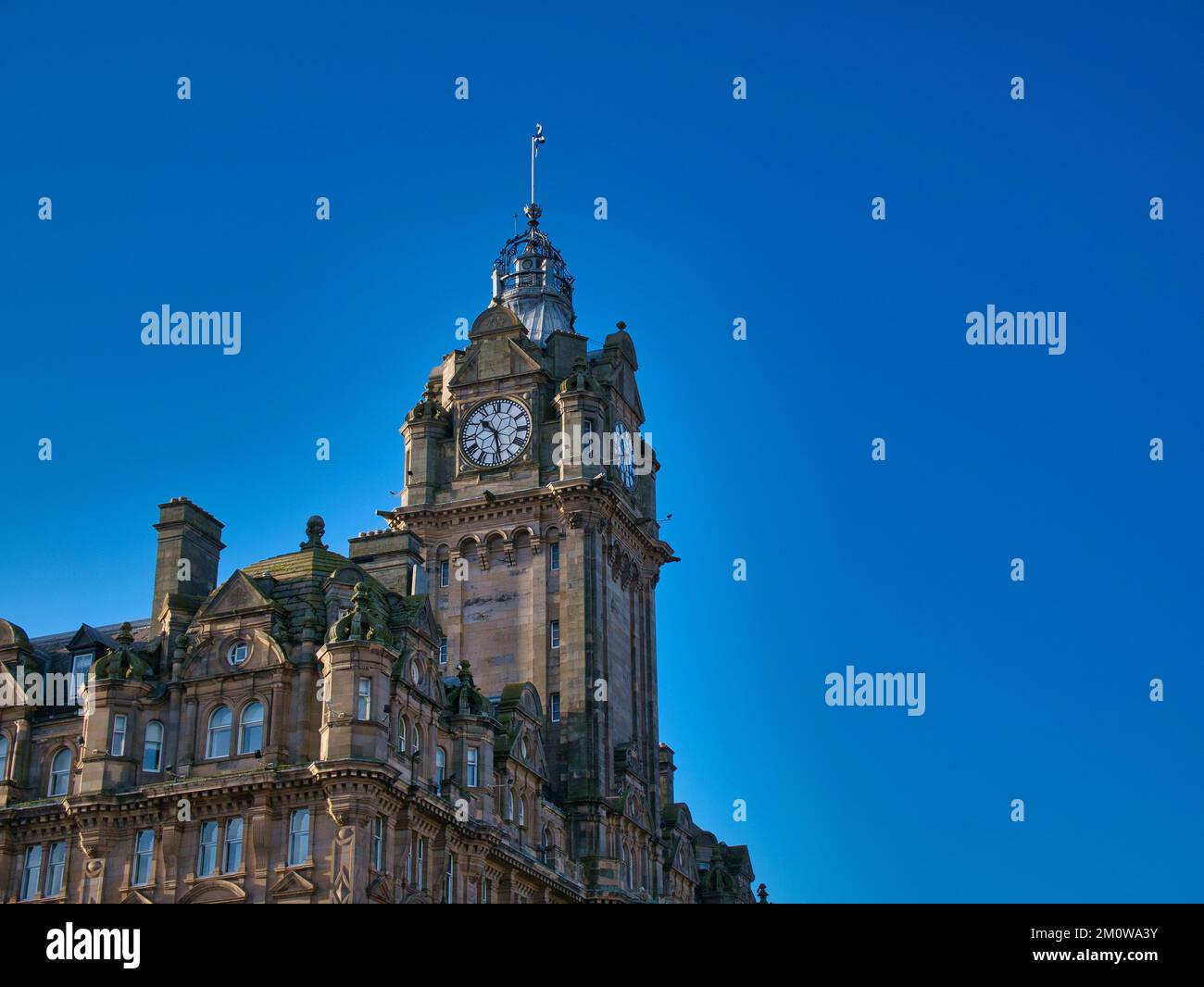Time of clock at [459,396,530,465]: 10:28
